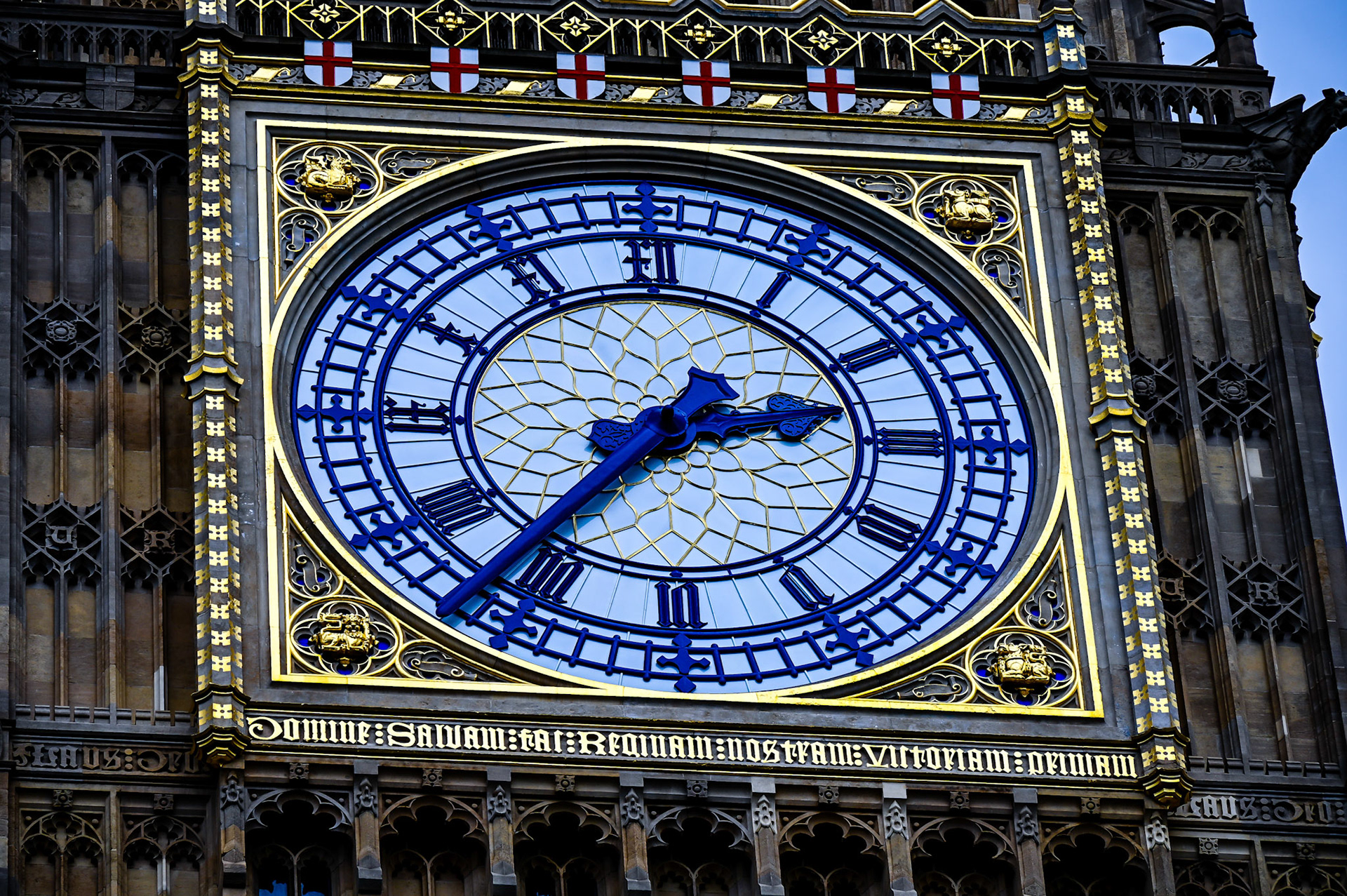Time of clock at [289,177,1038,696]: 2:36
